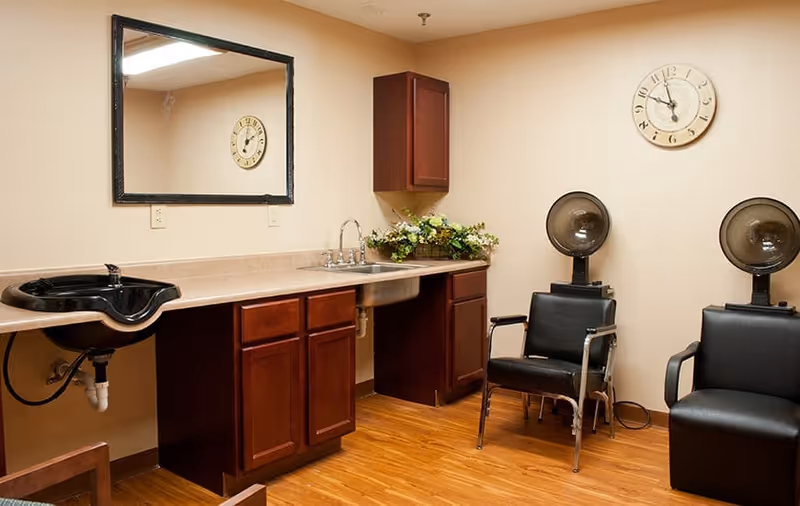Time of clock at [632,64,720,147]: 9:57
